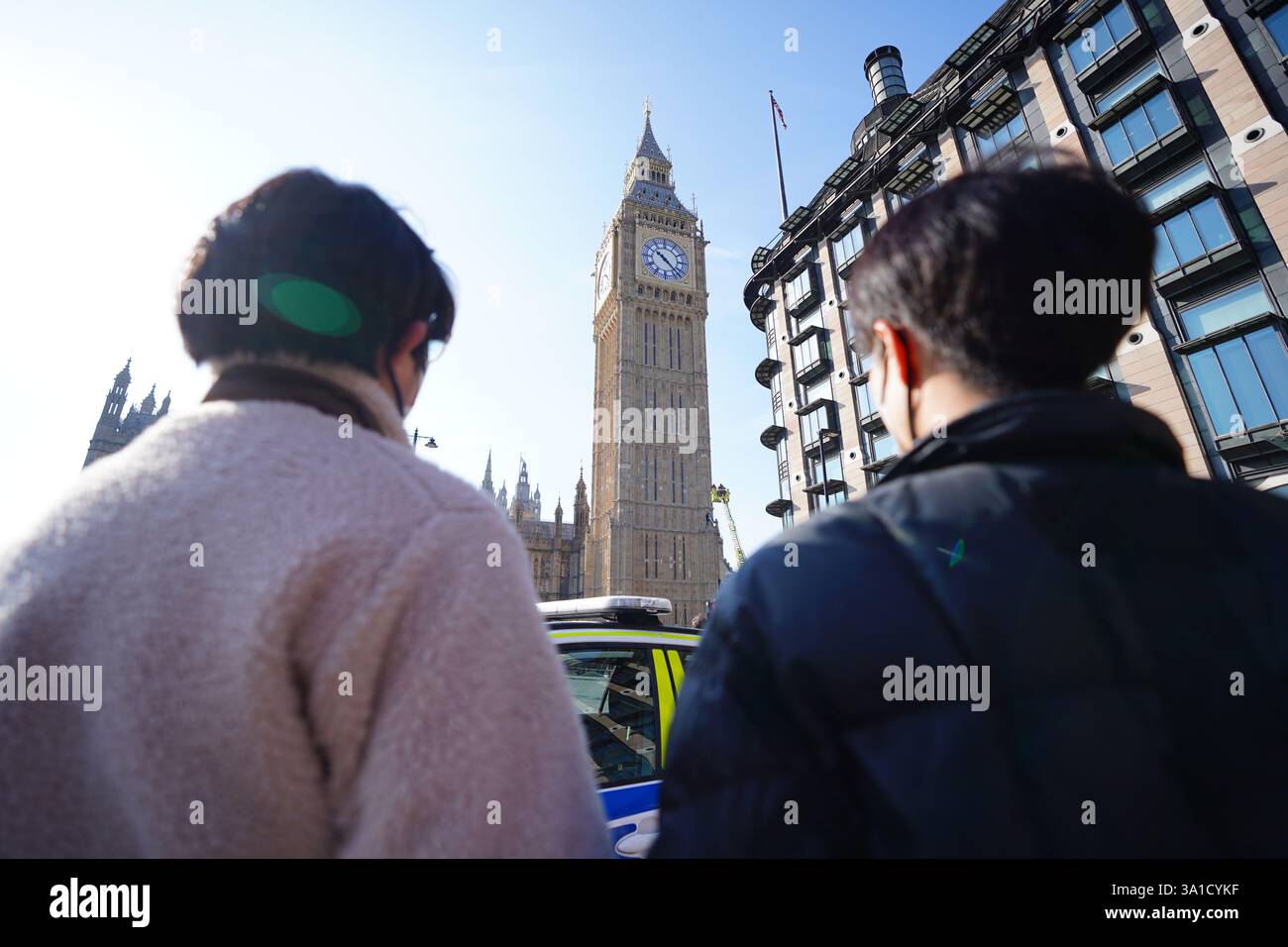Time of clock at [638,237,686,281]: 10:22
